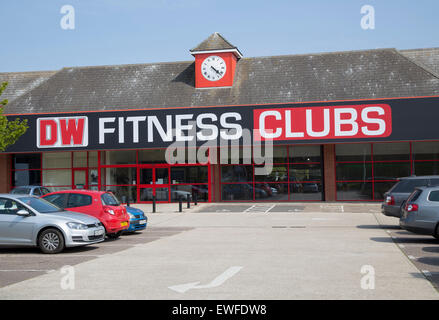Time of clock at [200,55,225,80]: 4:22
